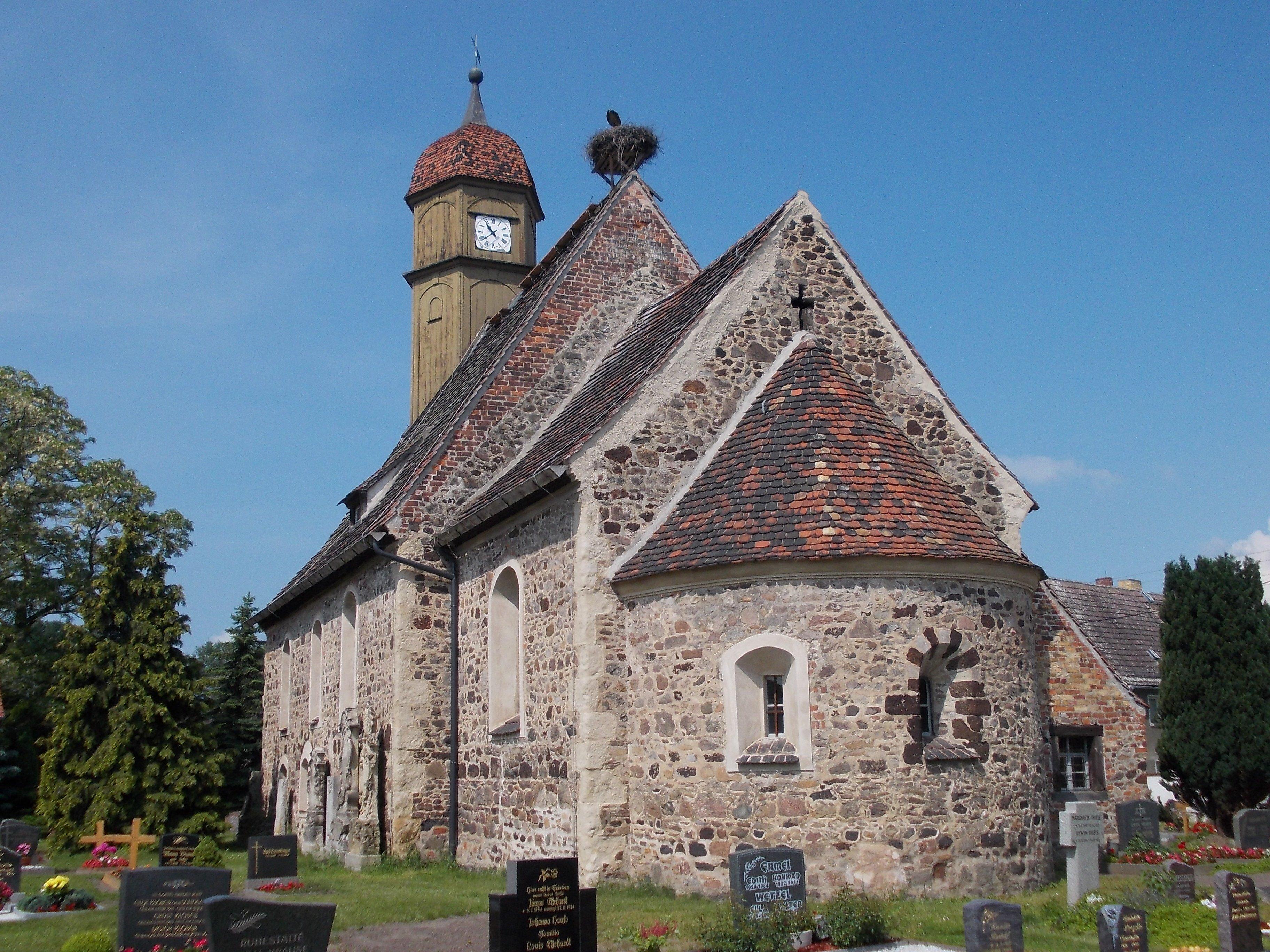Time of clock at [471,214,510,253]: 10:38
